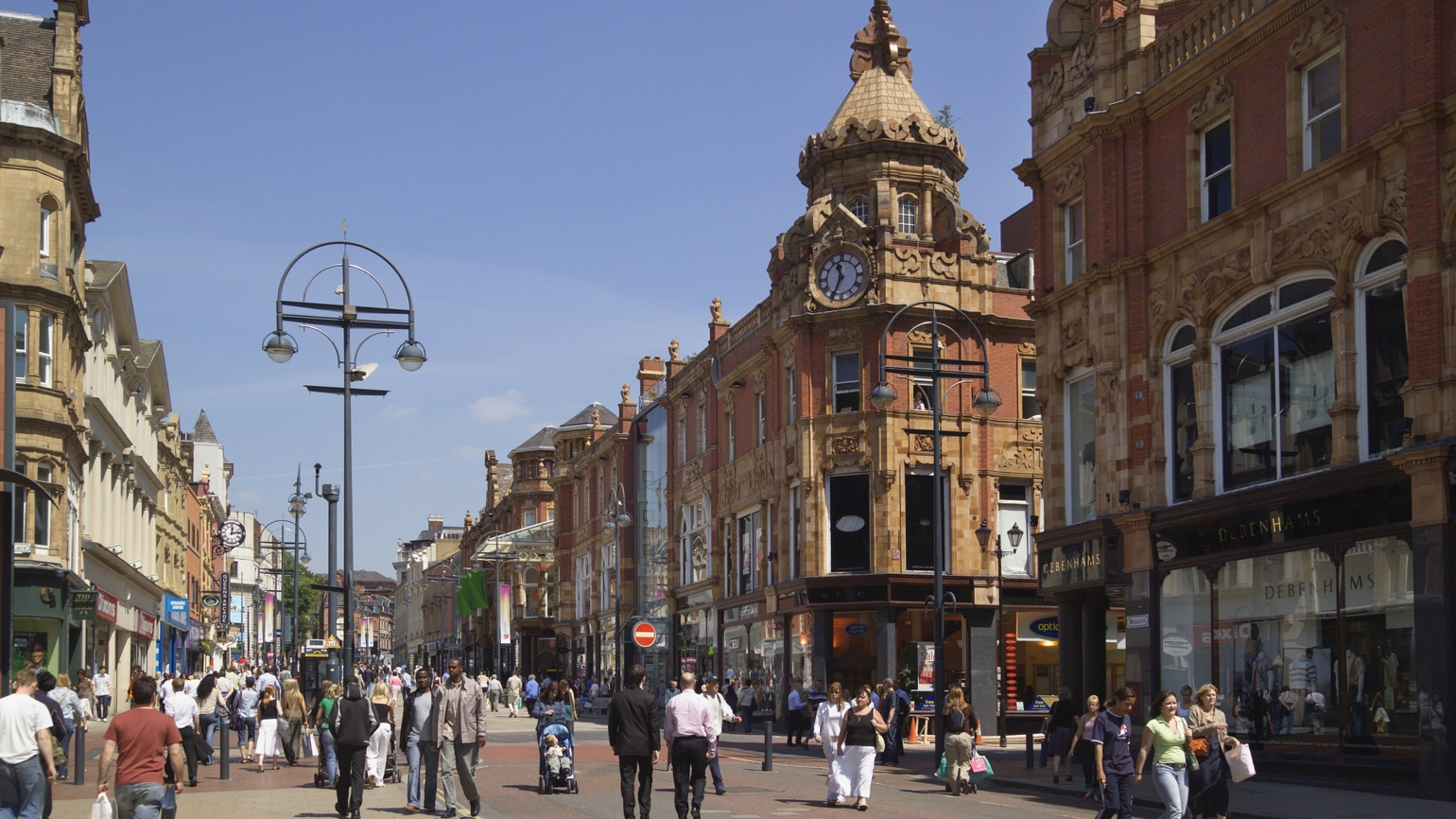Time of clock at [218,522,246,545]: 12:13
